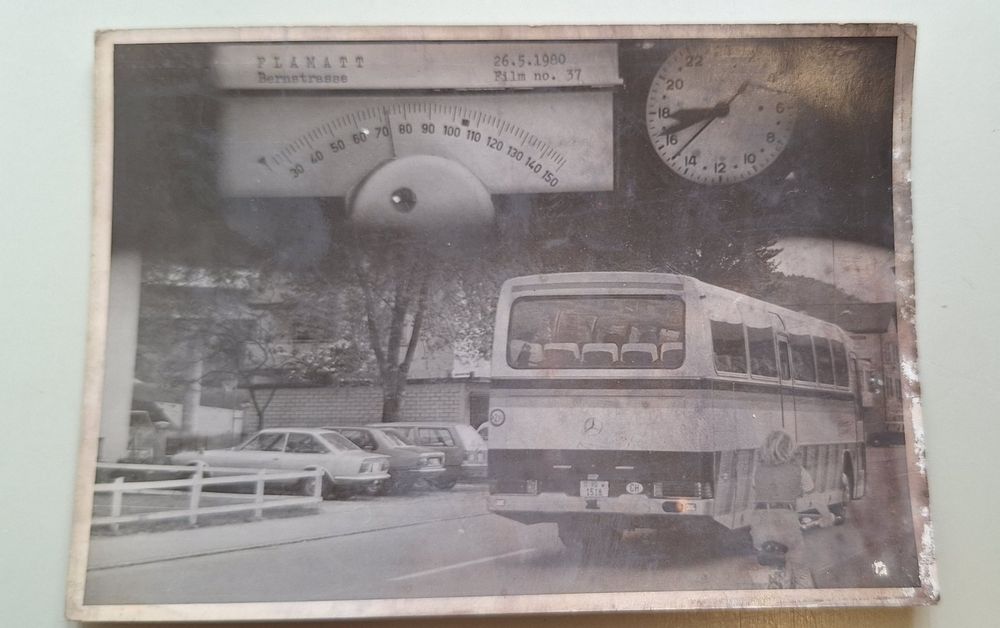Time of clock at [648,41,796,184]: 8:37
